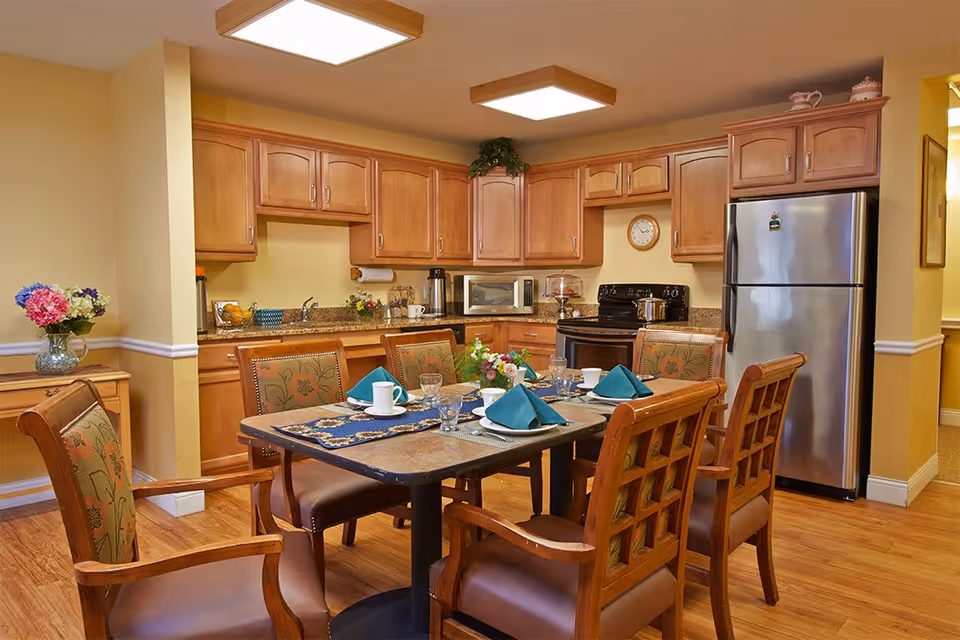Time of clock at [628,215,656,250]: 2:52
